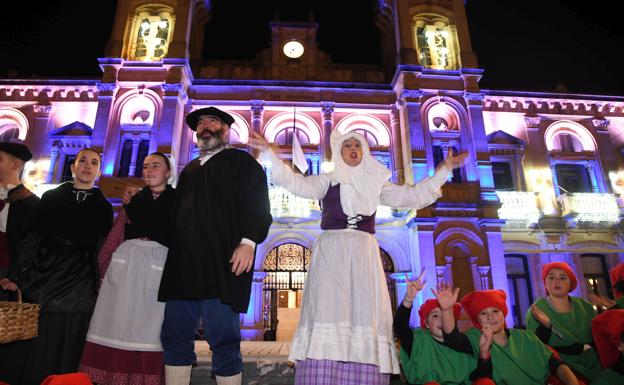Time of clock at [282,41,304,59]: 7:36
